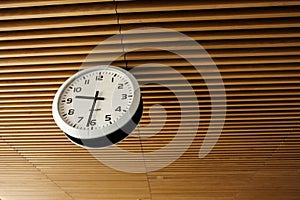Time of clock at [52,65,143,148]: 9:31
